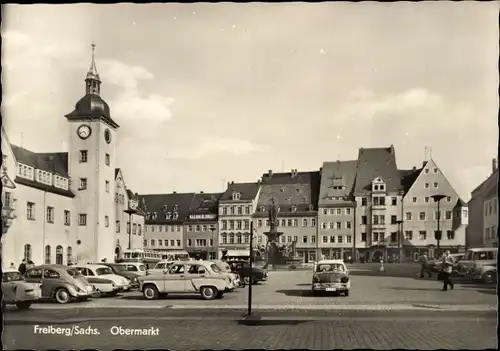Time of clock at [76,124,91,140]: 4:42
